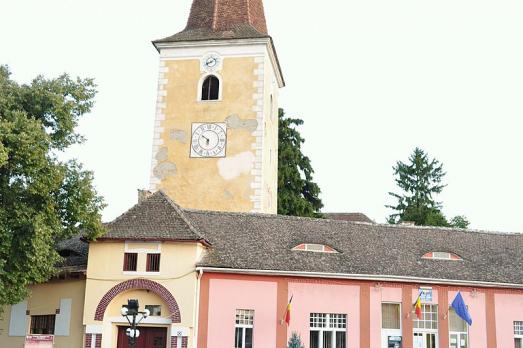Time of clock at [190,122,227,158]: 5:50
